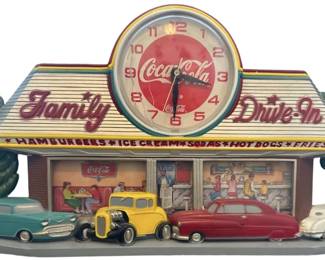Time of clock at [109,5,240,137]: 3:30
